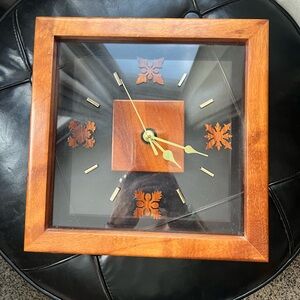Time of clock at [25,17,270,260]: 4:17
